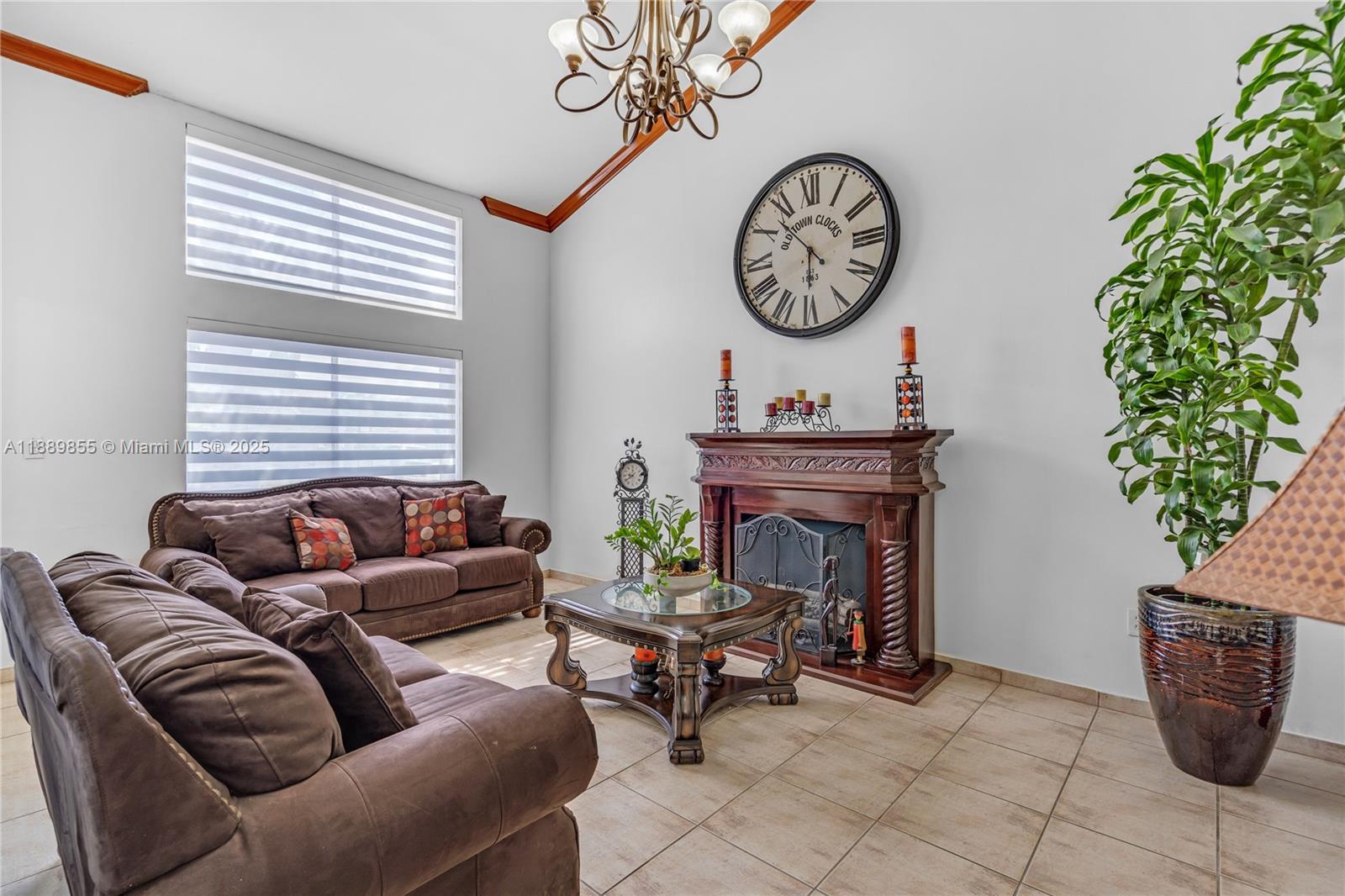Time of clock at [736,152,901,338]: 5:52
